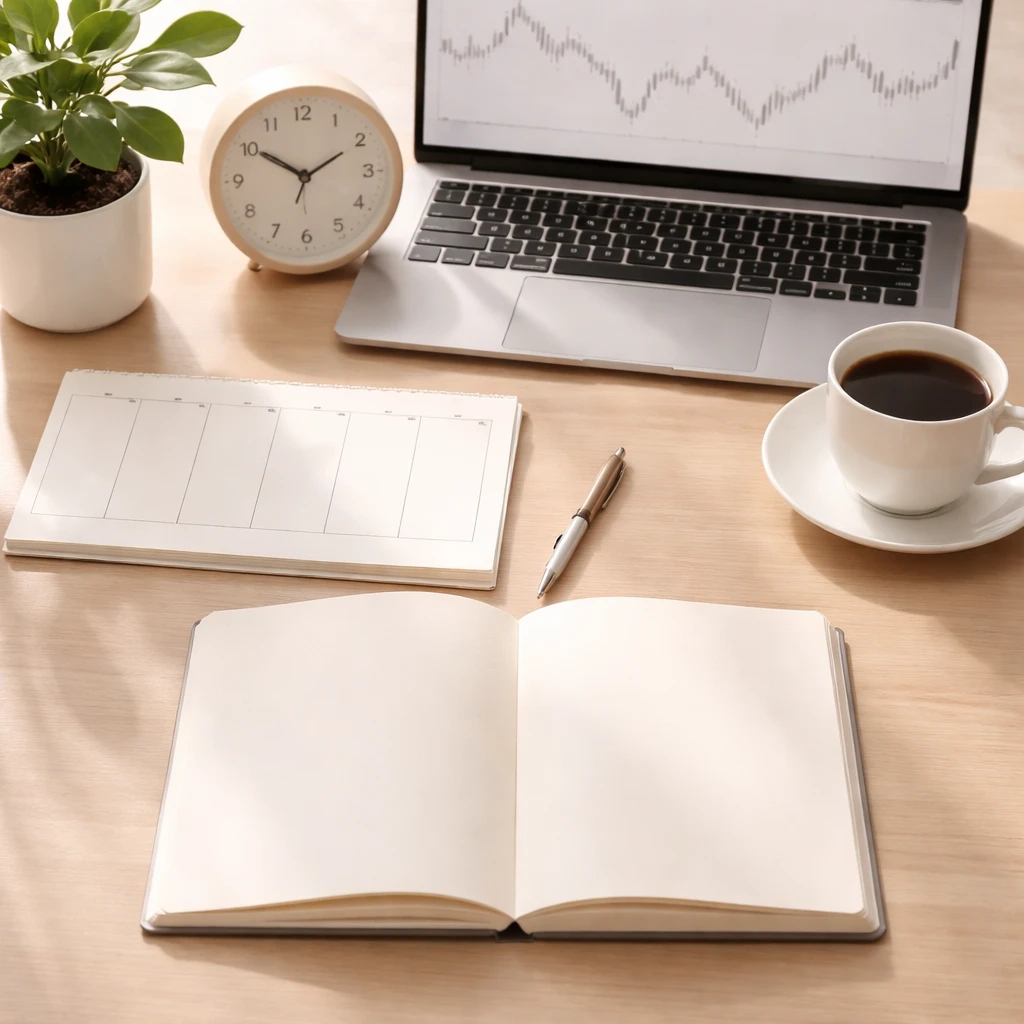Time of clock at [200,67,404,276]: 1:50
